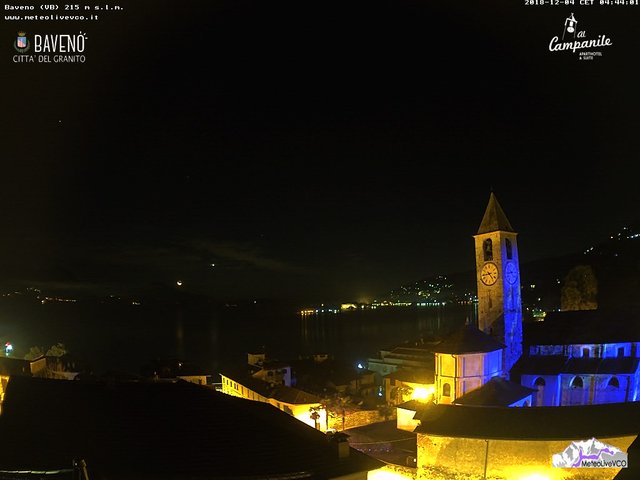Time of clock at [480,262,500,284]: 4:43
